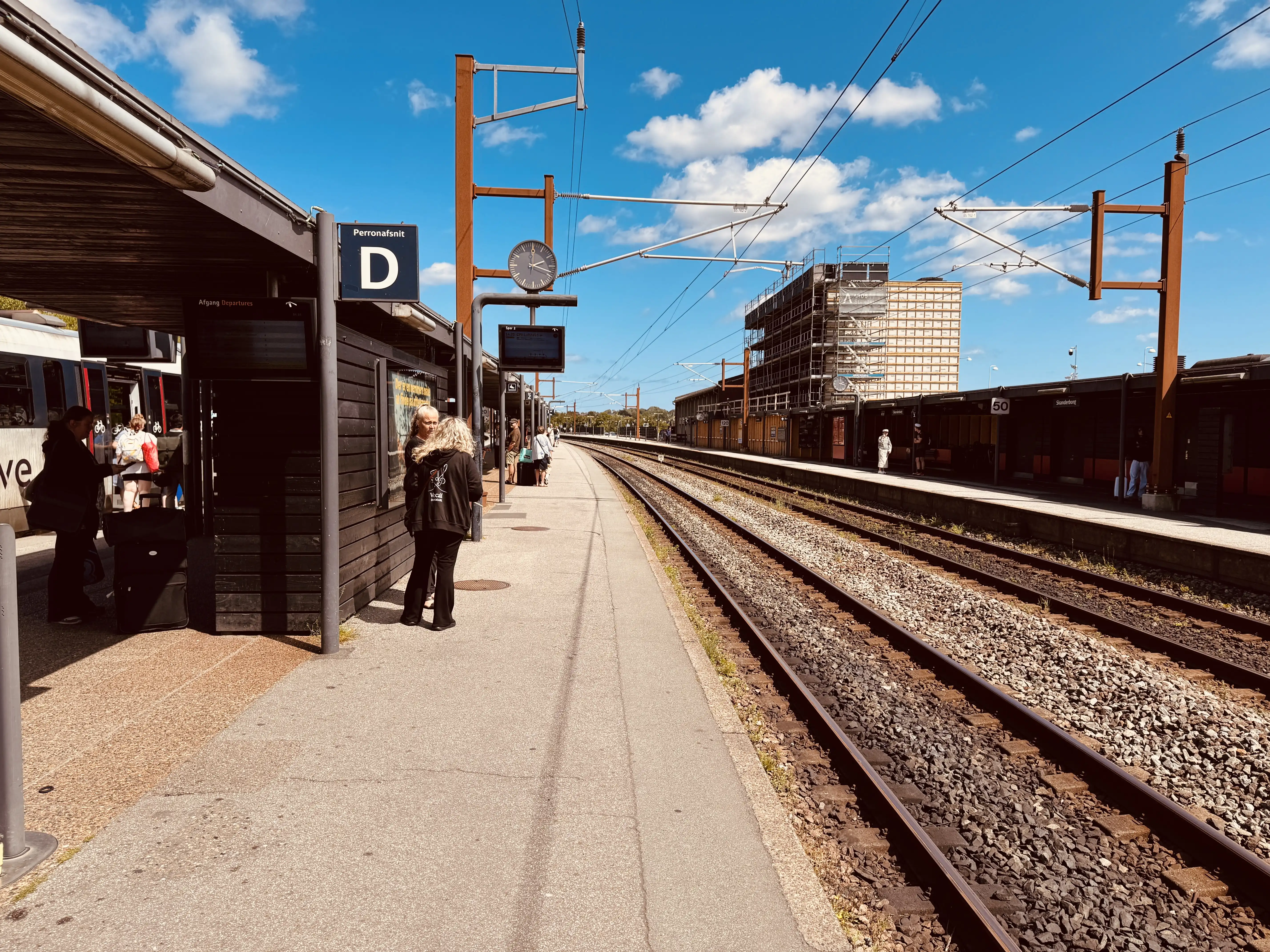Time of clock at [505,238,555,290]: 2:18
